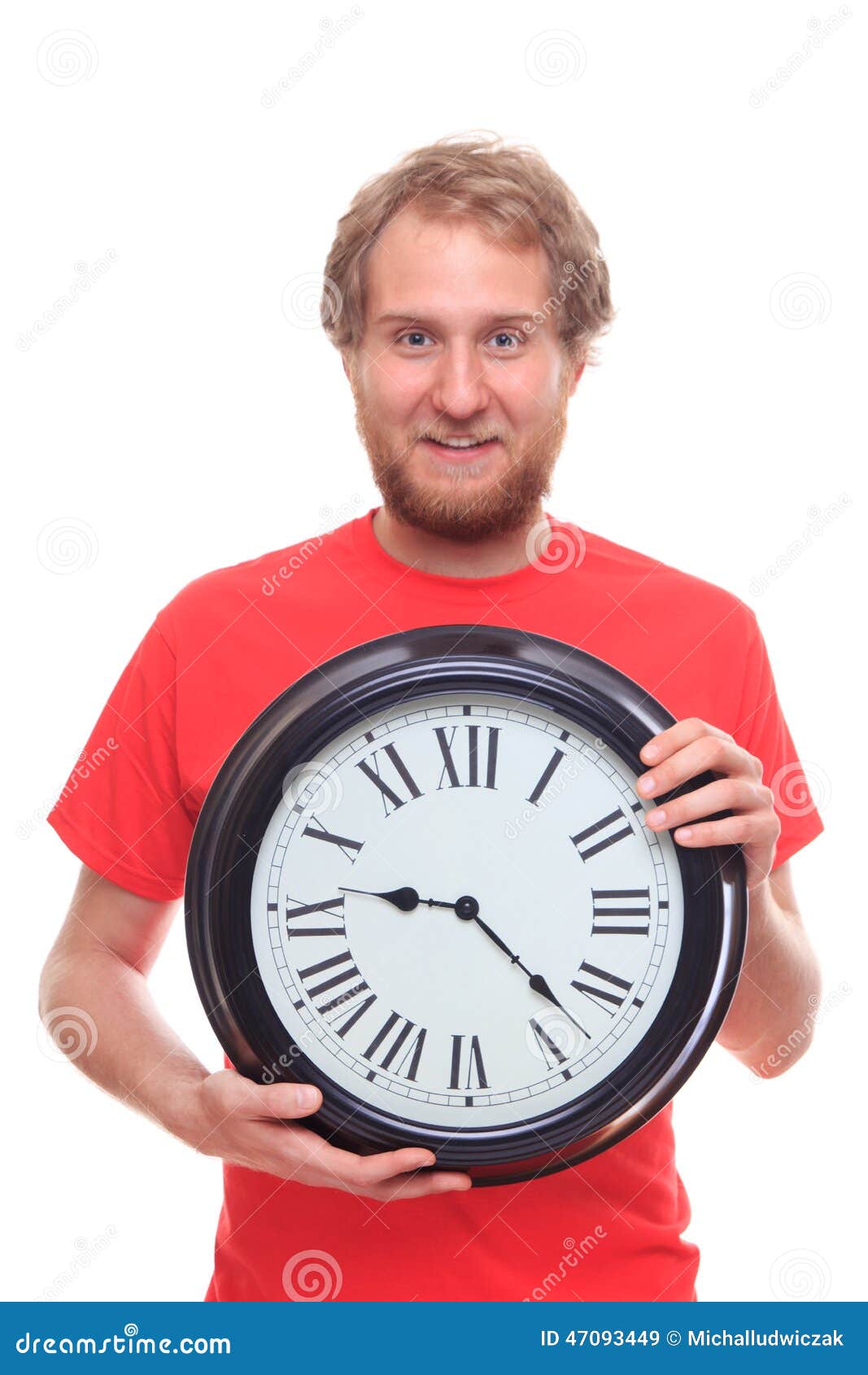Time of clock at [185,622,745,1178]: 9:22
